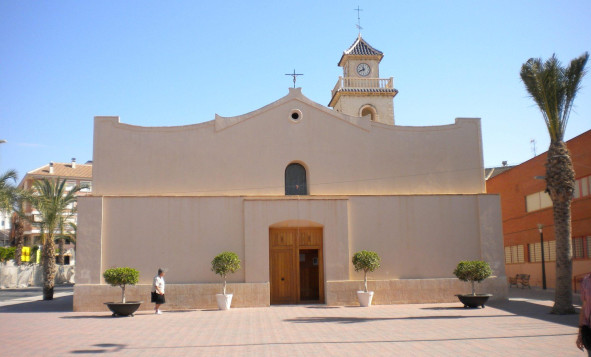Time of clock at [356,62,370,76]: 11:41
